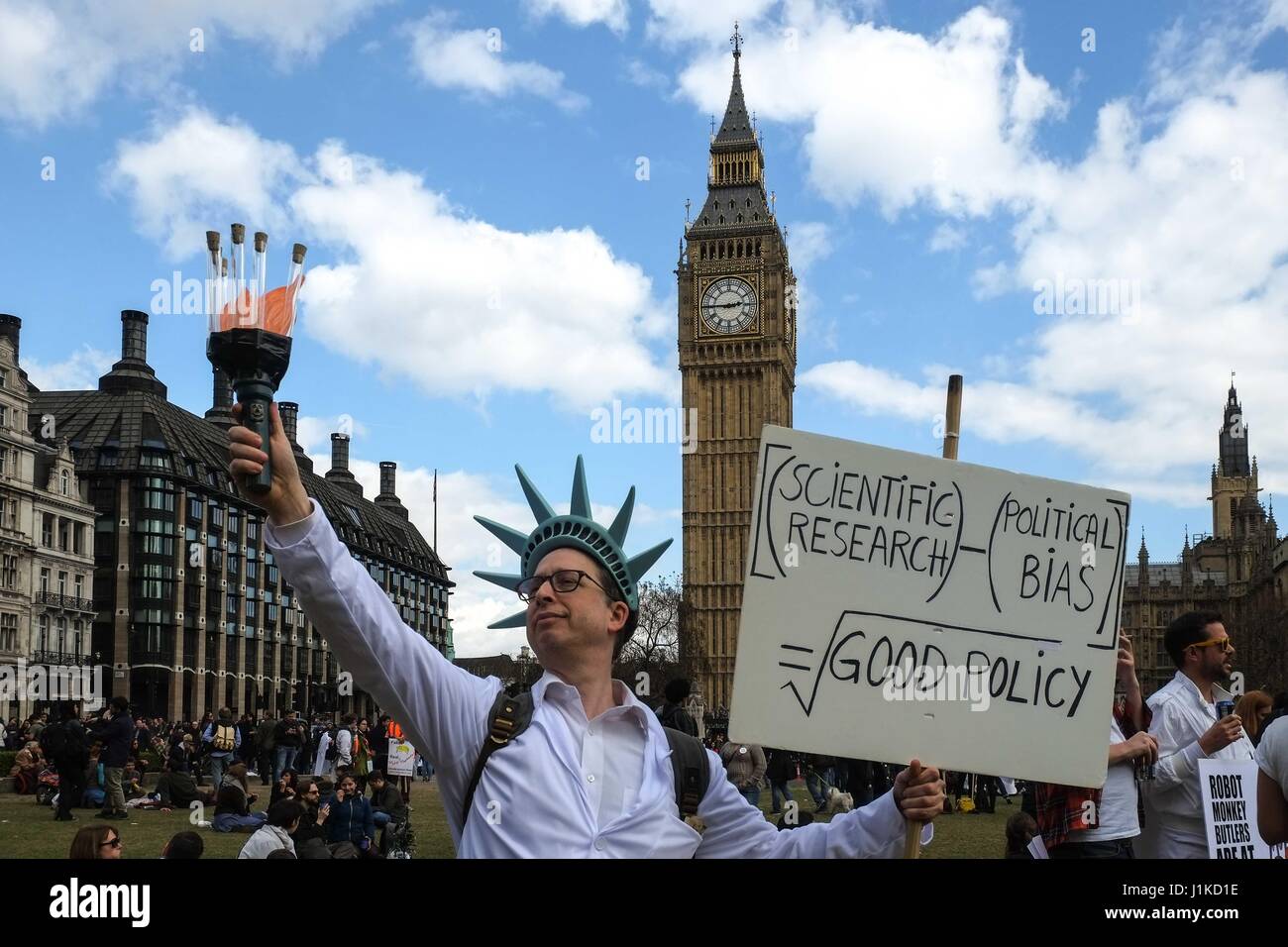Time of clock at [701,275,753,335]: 2:45
